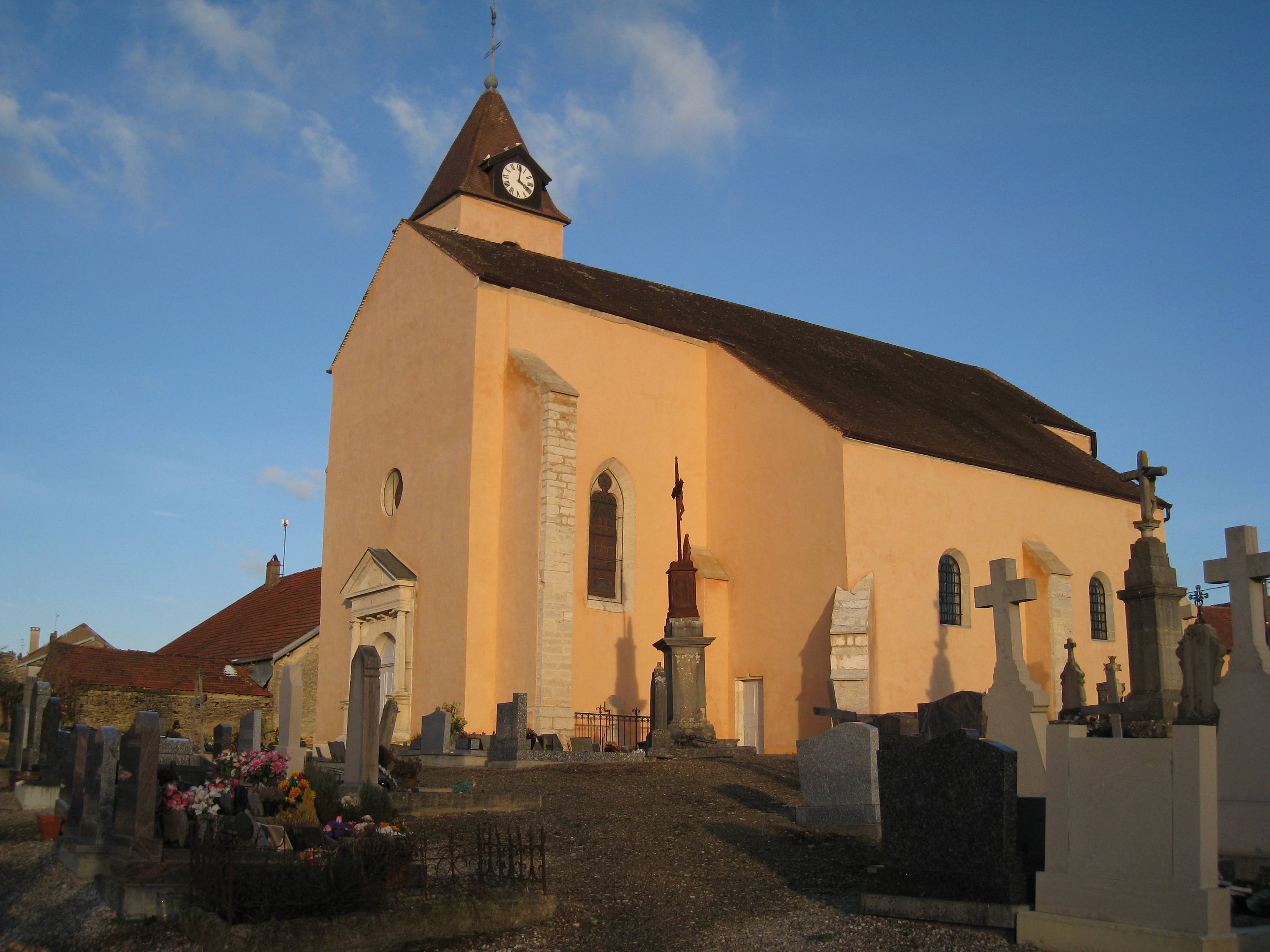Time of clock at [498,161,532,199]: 4:01
